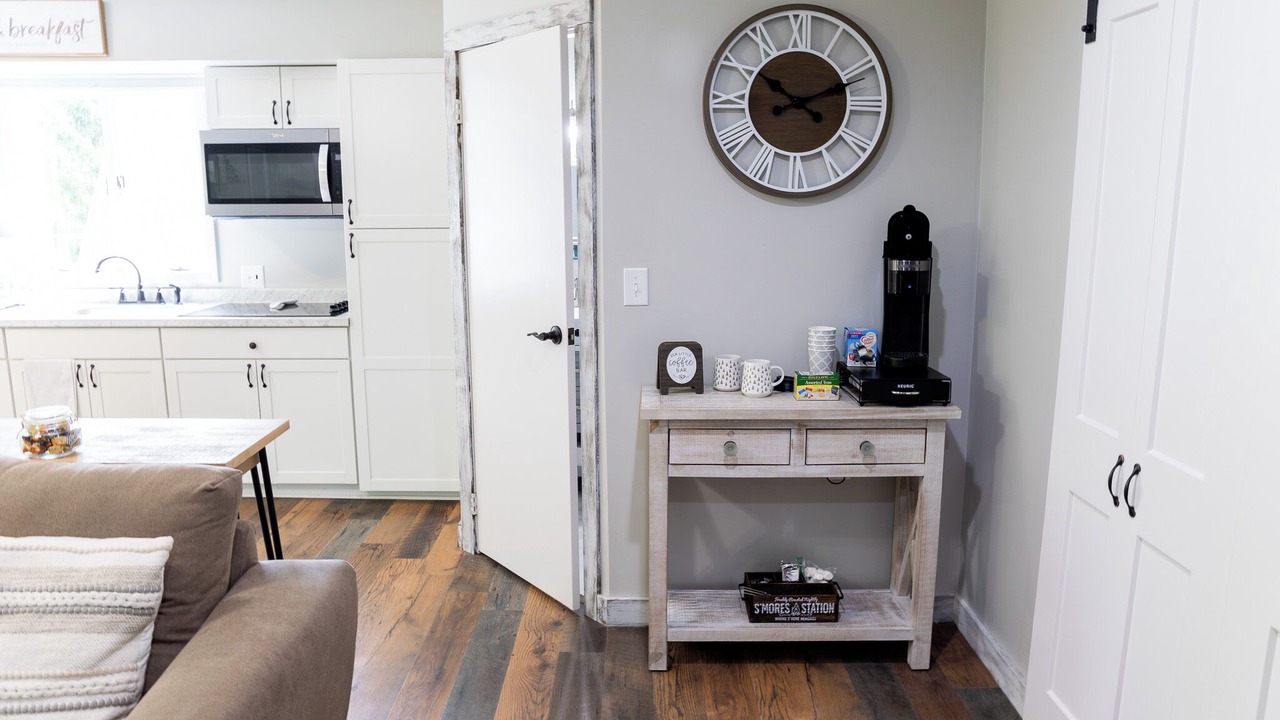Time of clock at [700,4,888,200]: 10:11
